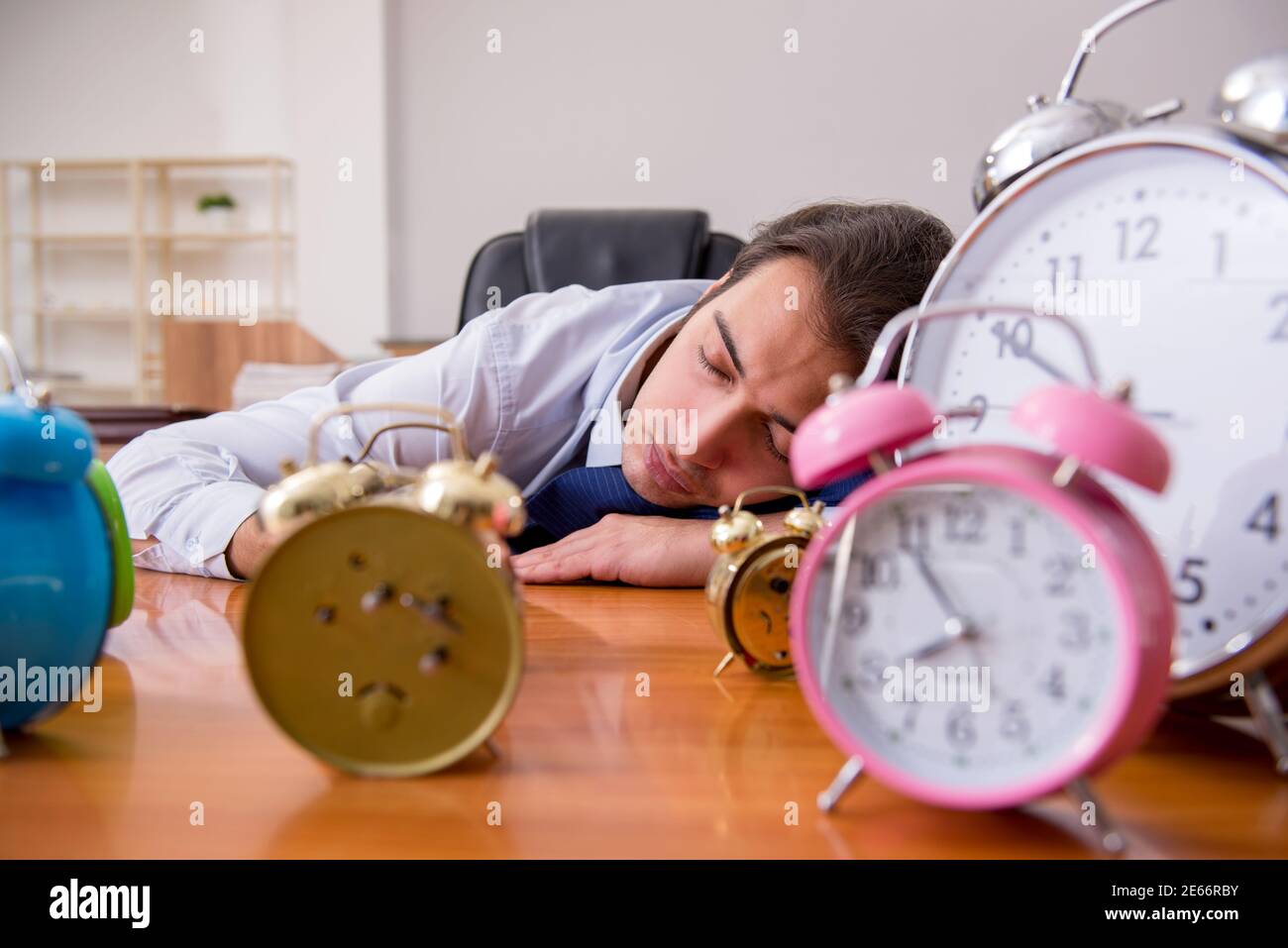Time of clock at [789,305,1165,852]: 7:54
